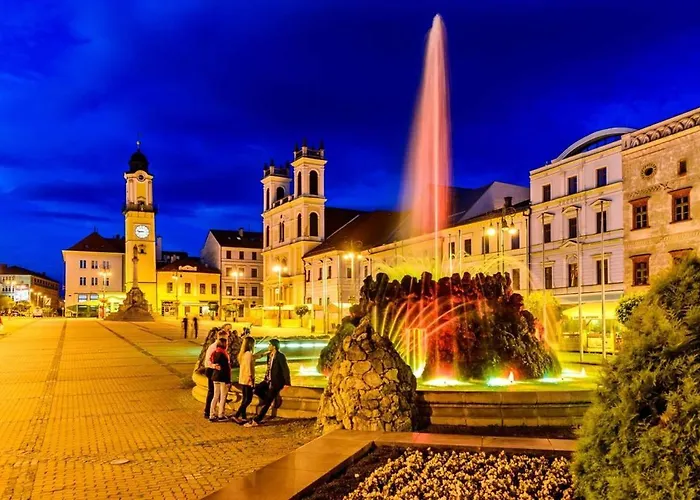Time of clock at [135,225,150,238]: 8:47
